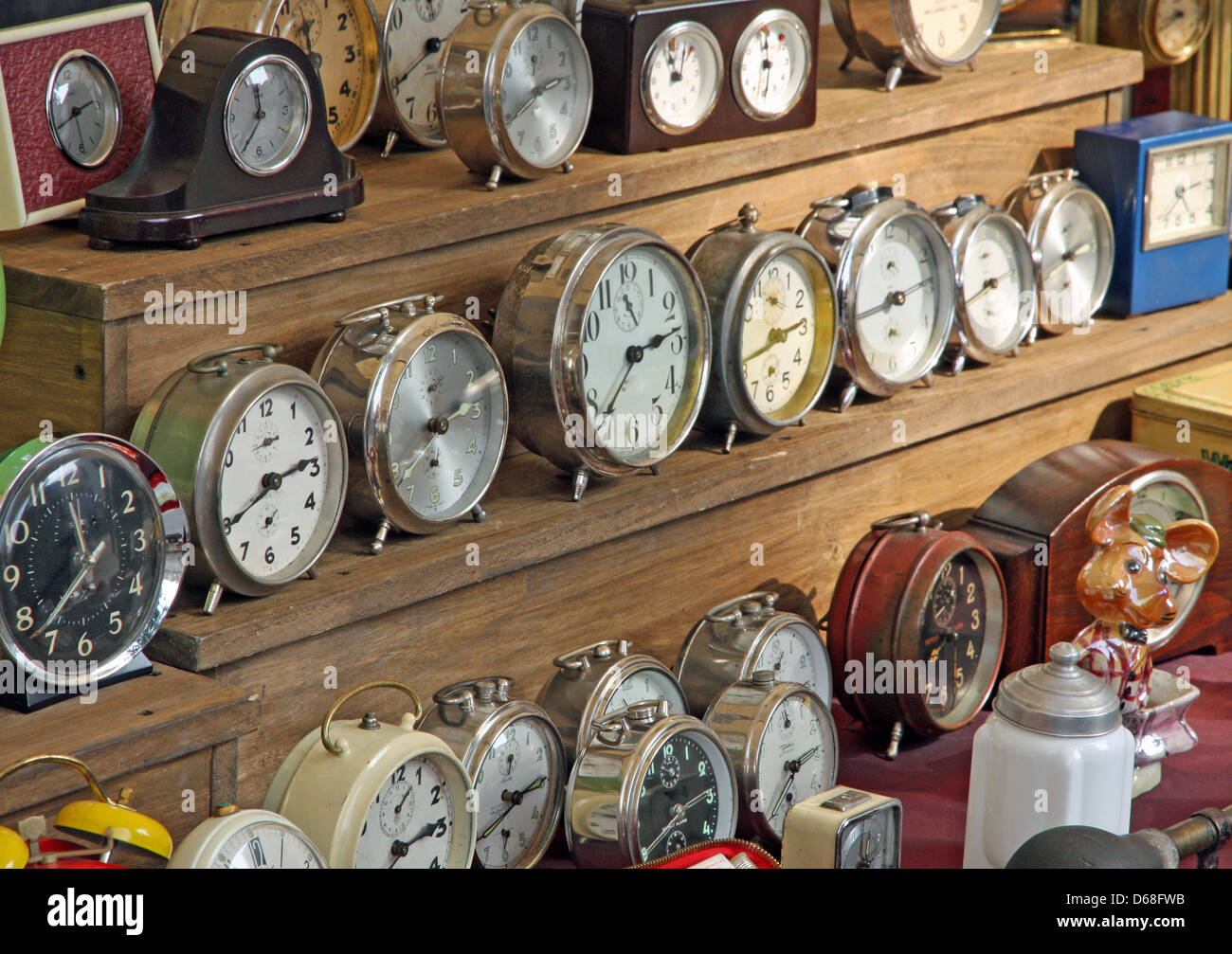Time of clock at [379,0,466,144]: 2:39
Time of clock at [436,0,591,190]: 2:39
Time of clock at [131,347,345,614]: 2:40
